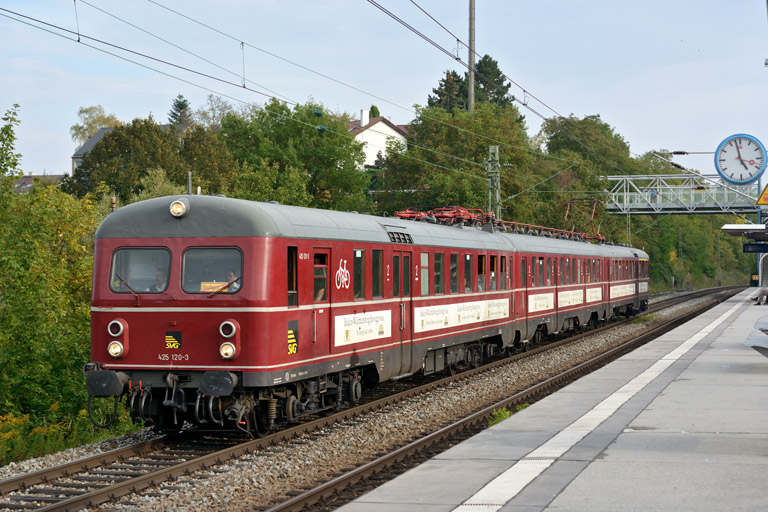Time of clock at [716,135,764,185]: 4:57
